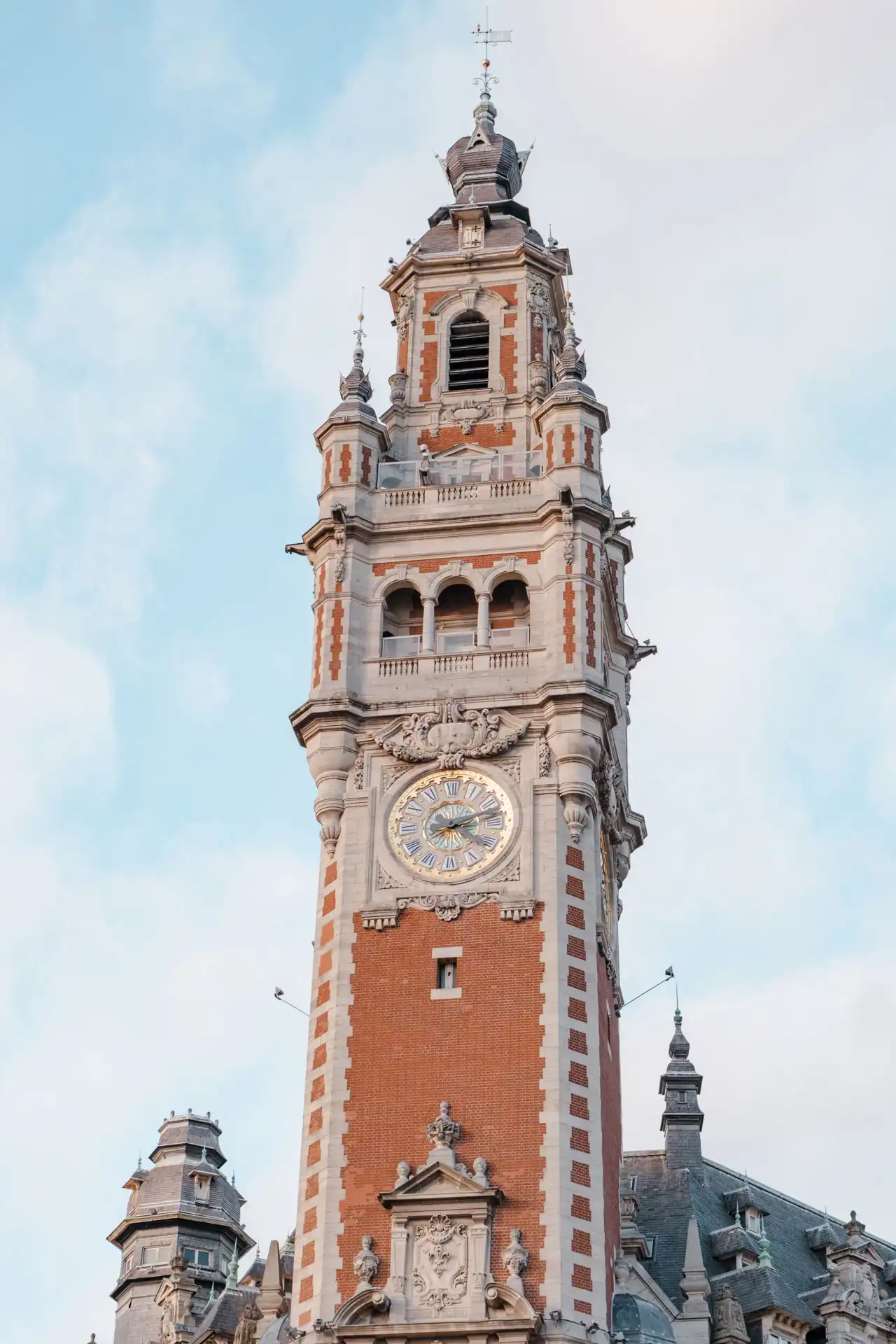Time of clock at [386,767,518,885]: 3:12
